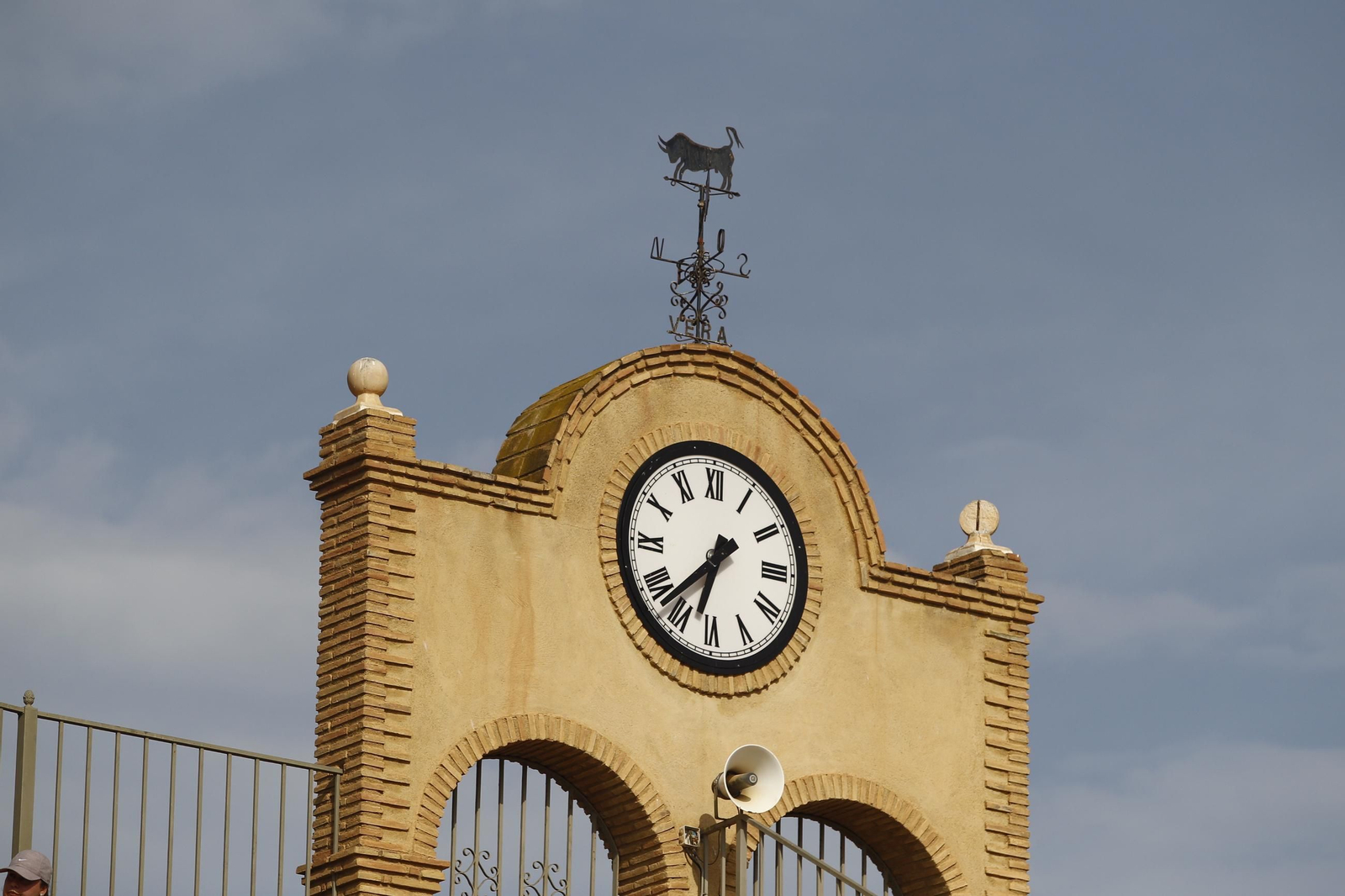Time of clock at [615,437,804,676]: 6:37
